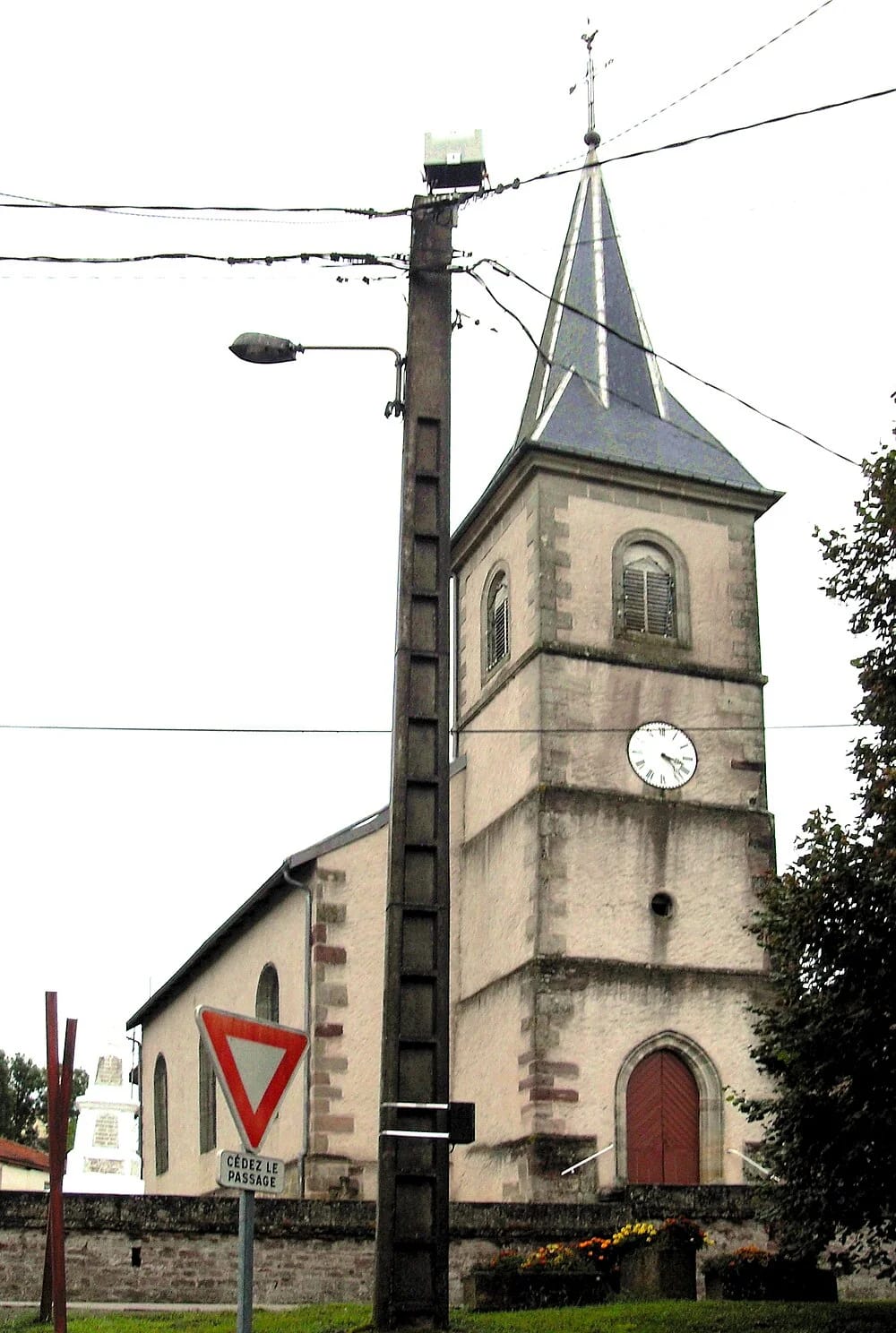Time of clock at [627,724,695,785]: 3:22
